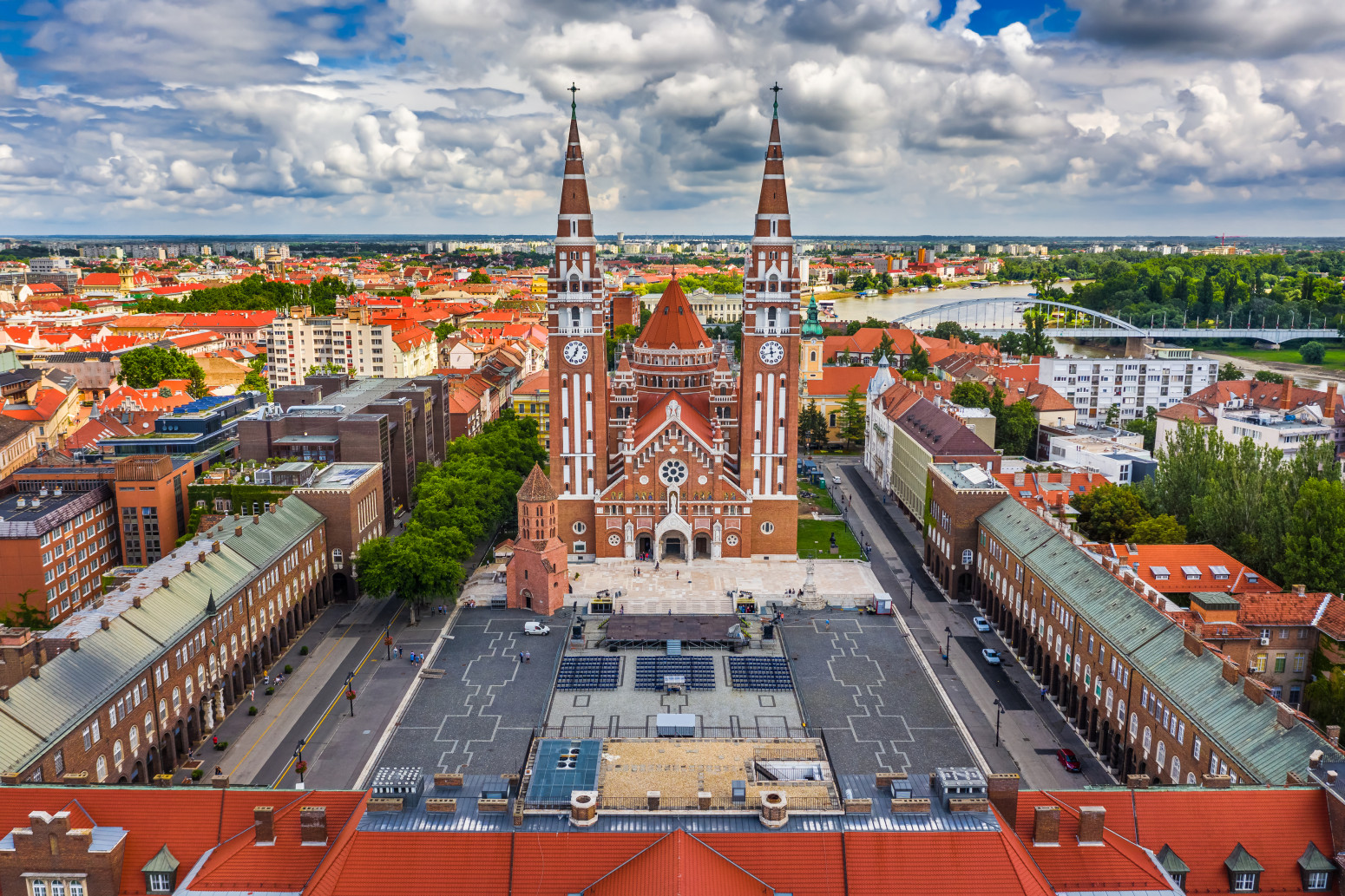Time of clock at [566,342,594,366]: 12:36
